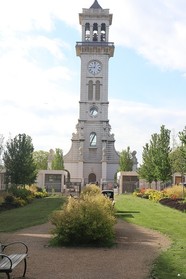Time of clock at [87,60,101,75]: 9:01
